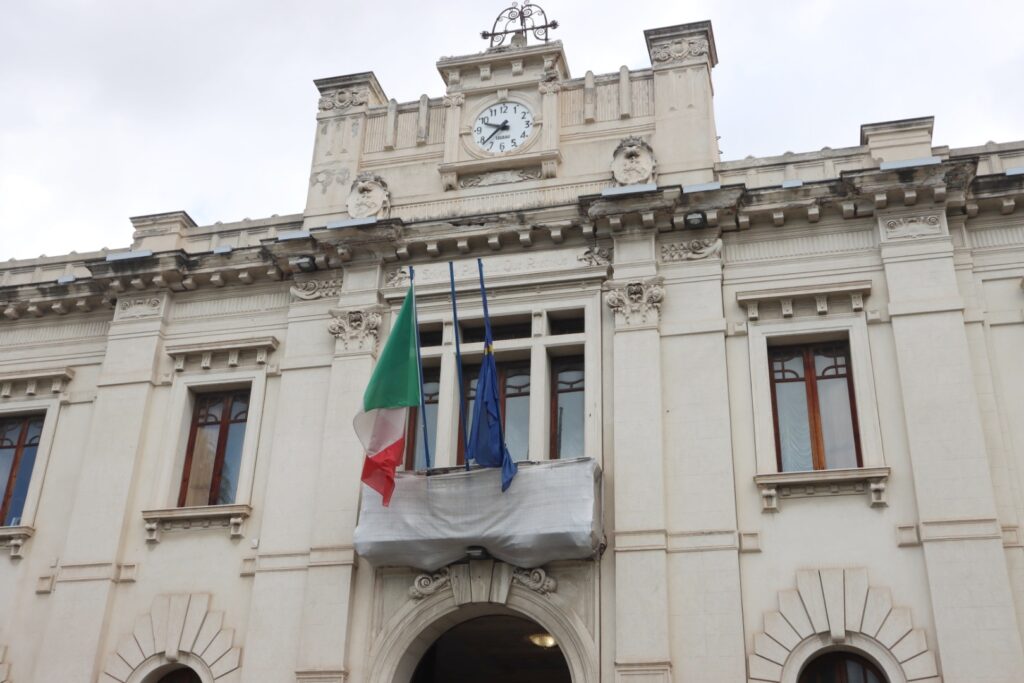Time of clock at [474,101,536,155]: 9:38
